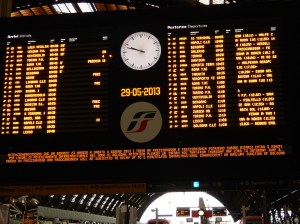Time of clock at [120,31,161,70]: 9:48
